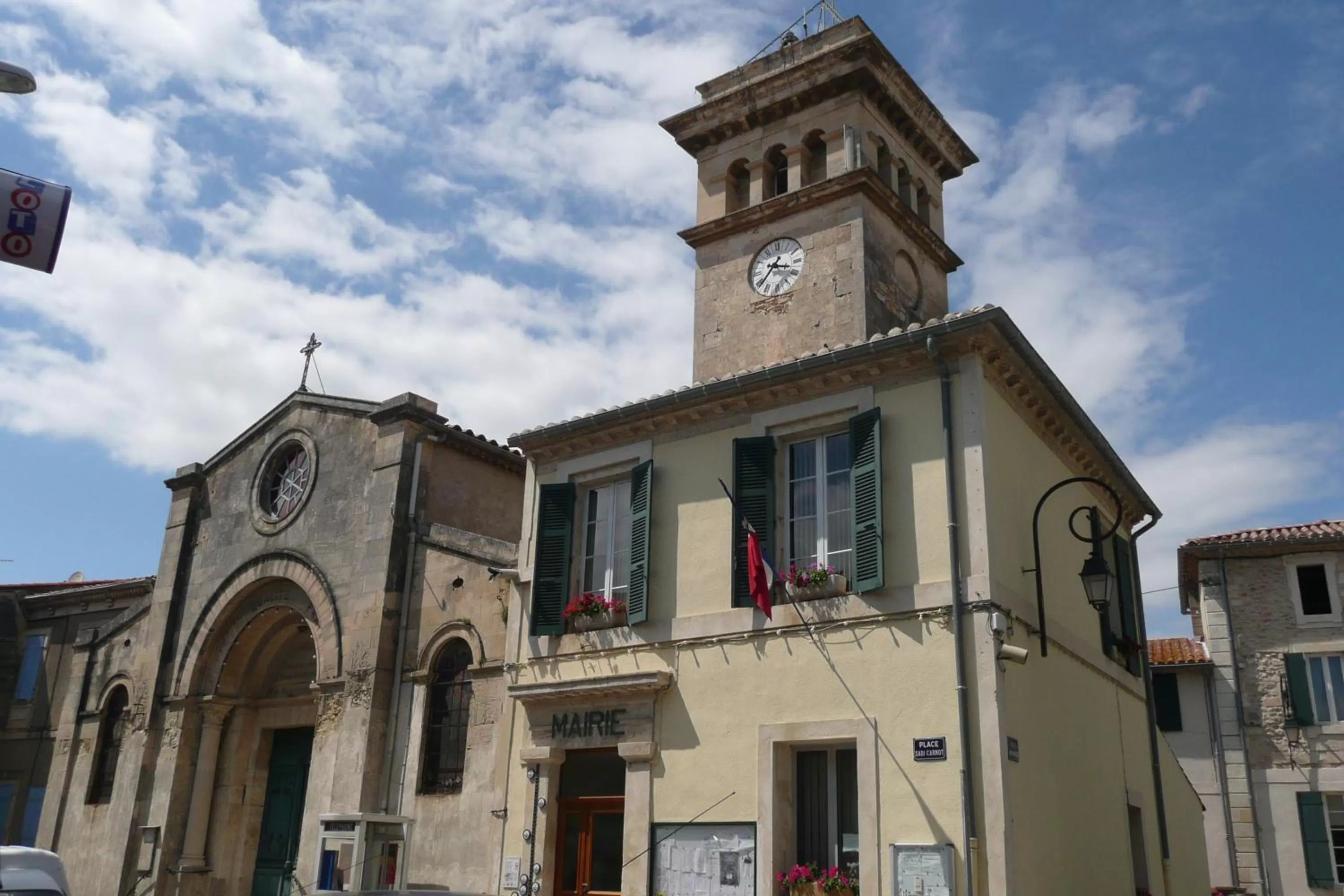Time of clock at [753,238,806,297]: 3:37
